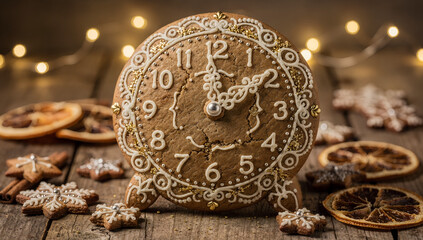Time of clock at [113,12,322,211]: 1:59
